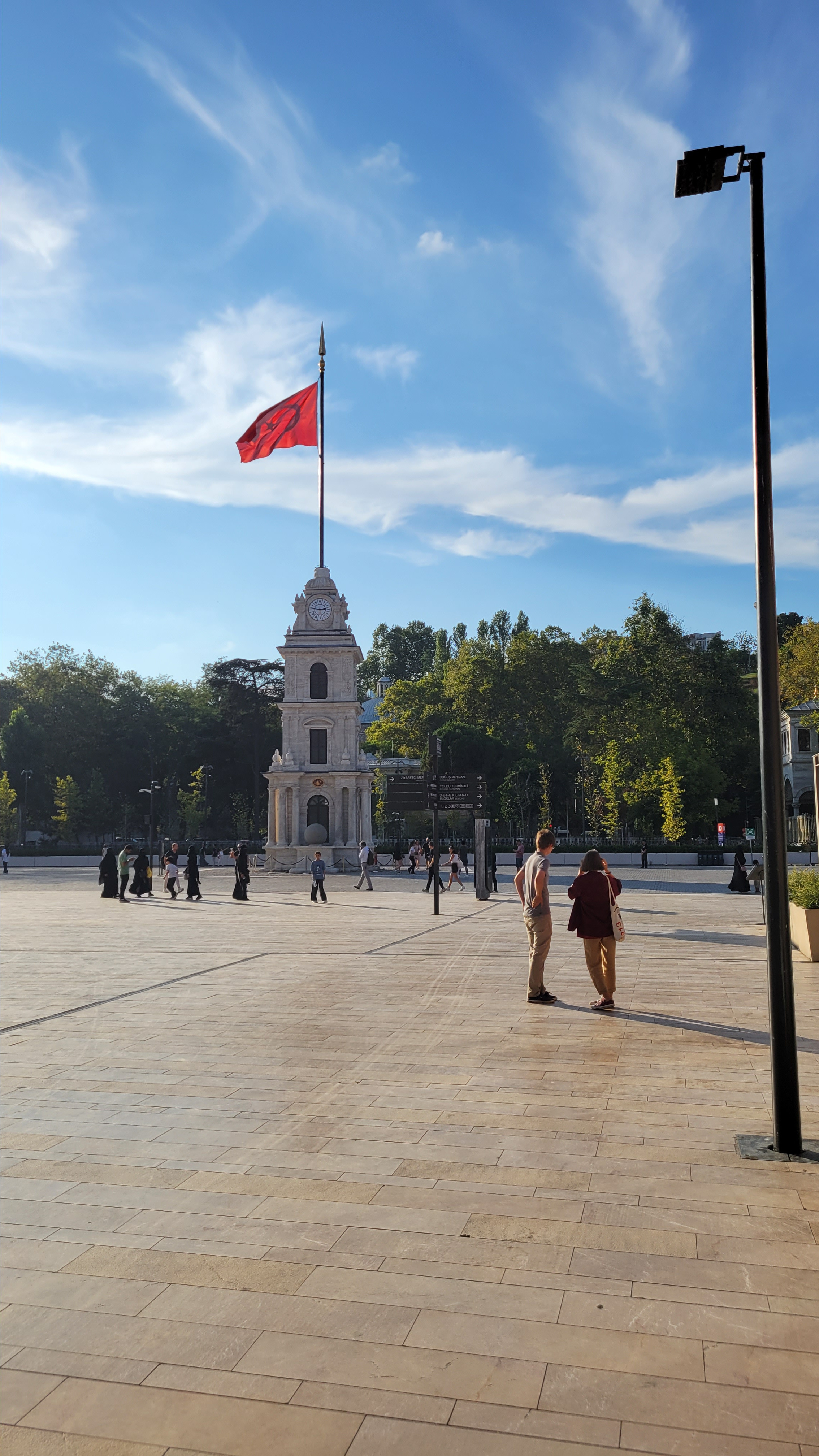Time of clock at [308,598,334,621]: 2:46
